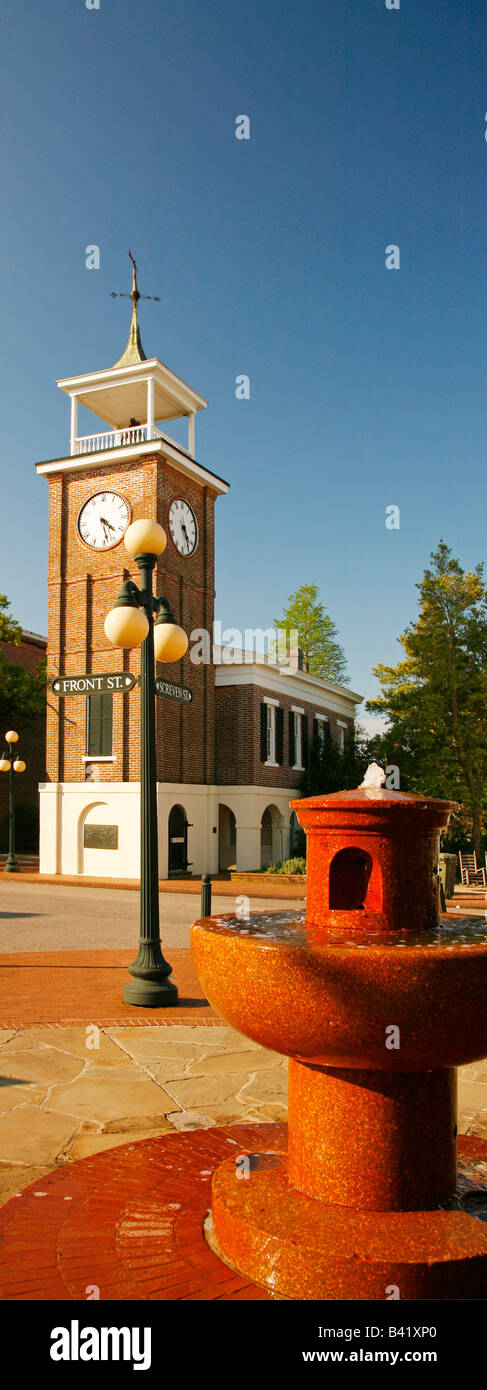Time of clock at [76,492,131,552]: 4:28
